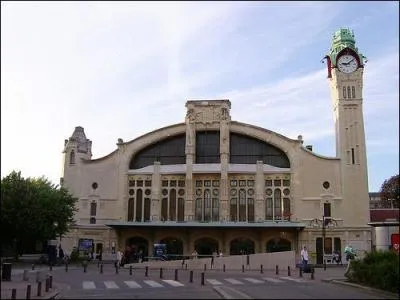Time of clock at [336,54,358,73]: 9:08
